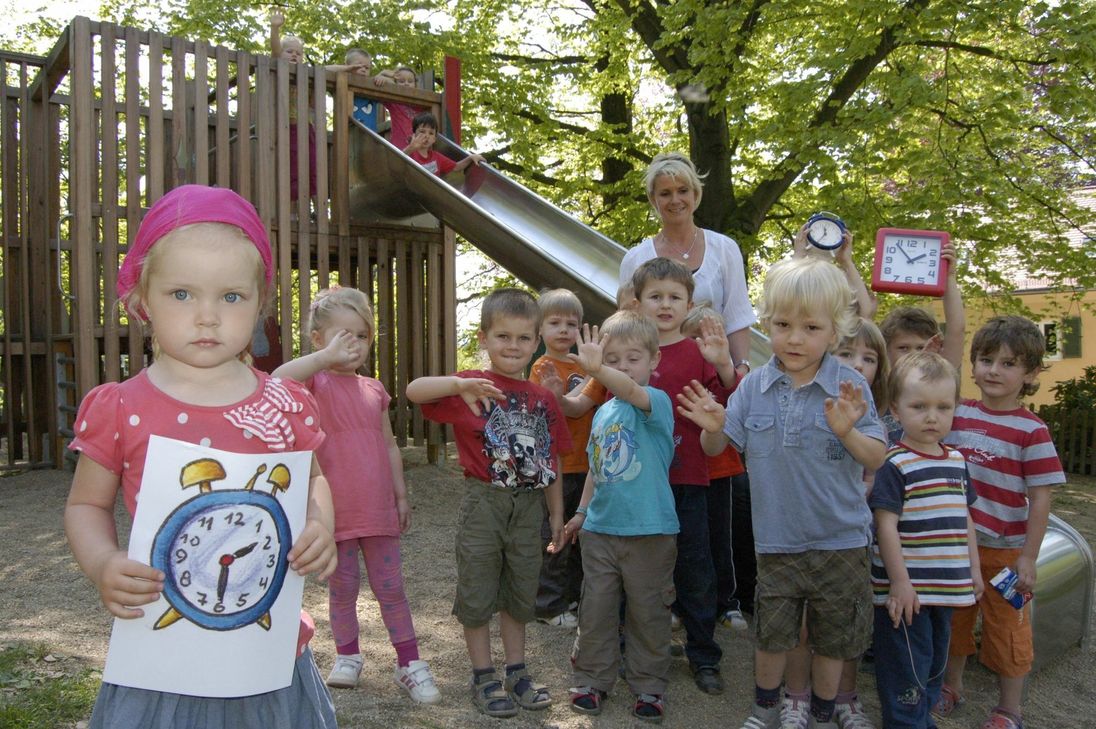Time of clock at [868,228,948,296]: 1:53
